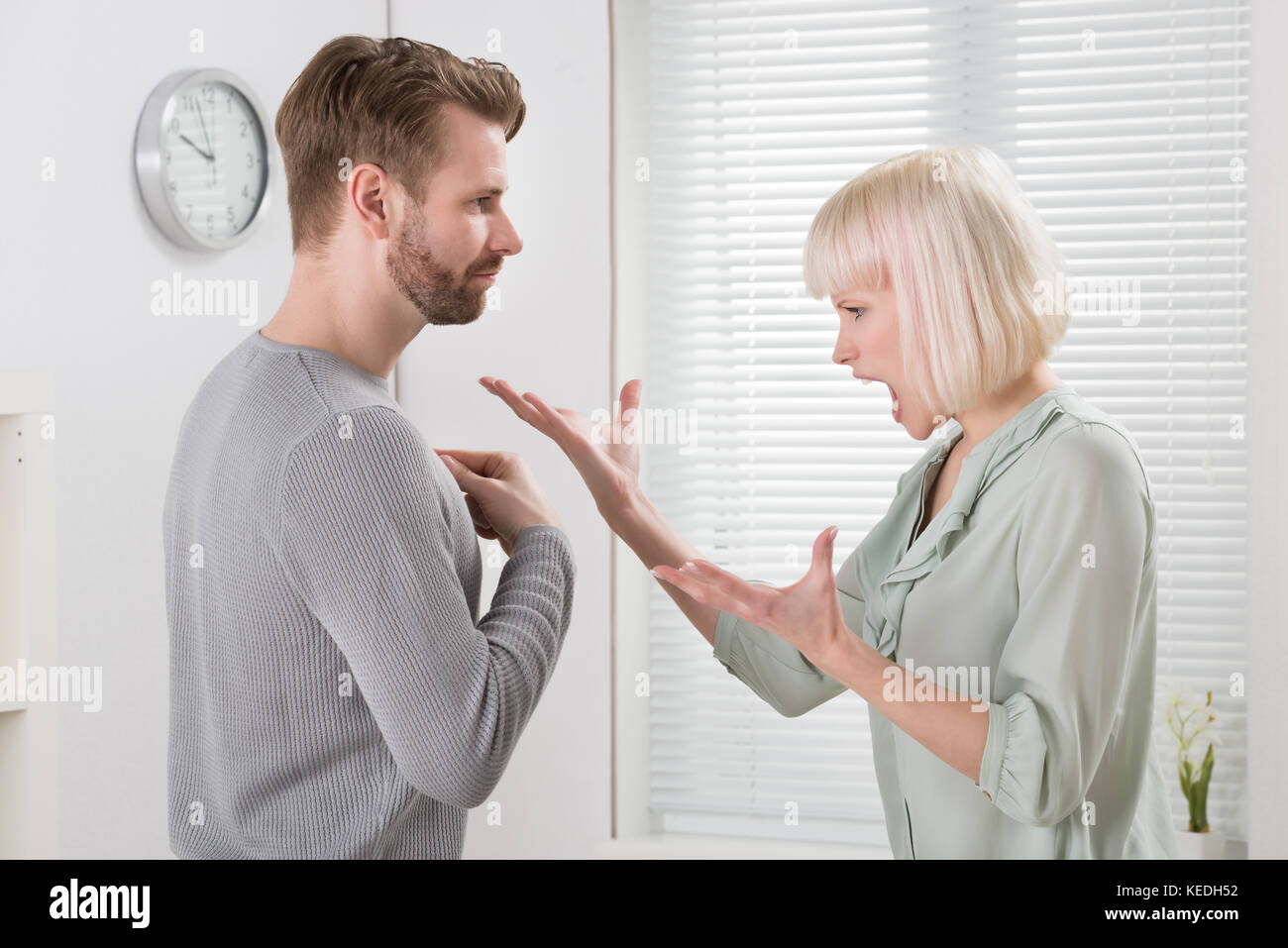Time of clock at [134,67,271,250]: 9:57
